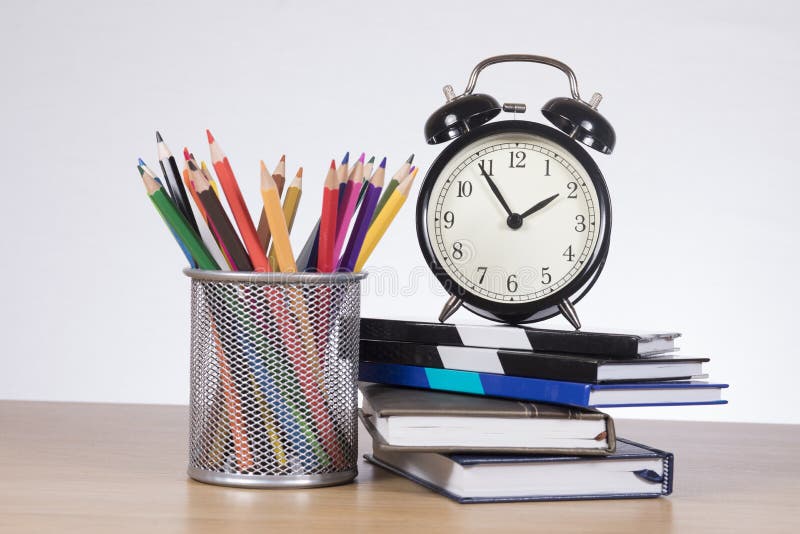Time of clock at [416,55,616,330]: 1:54
